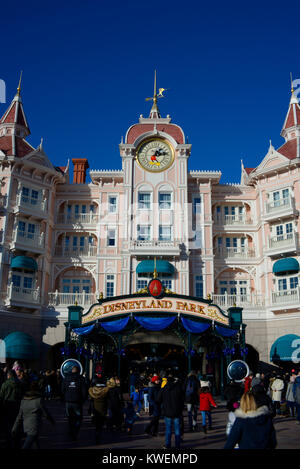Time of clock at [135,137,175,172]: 1:13
